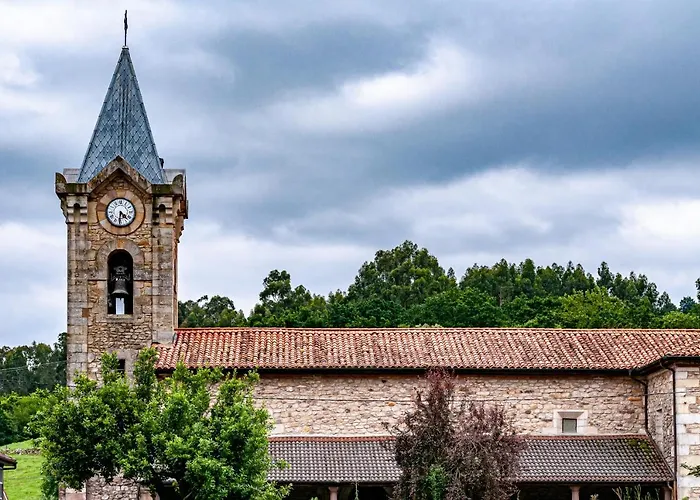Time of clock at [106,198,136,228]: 4:31
